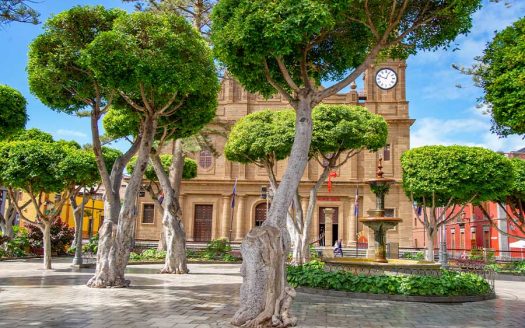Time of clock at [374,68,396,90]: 12:48
